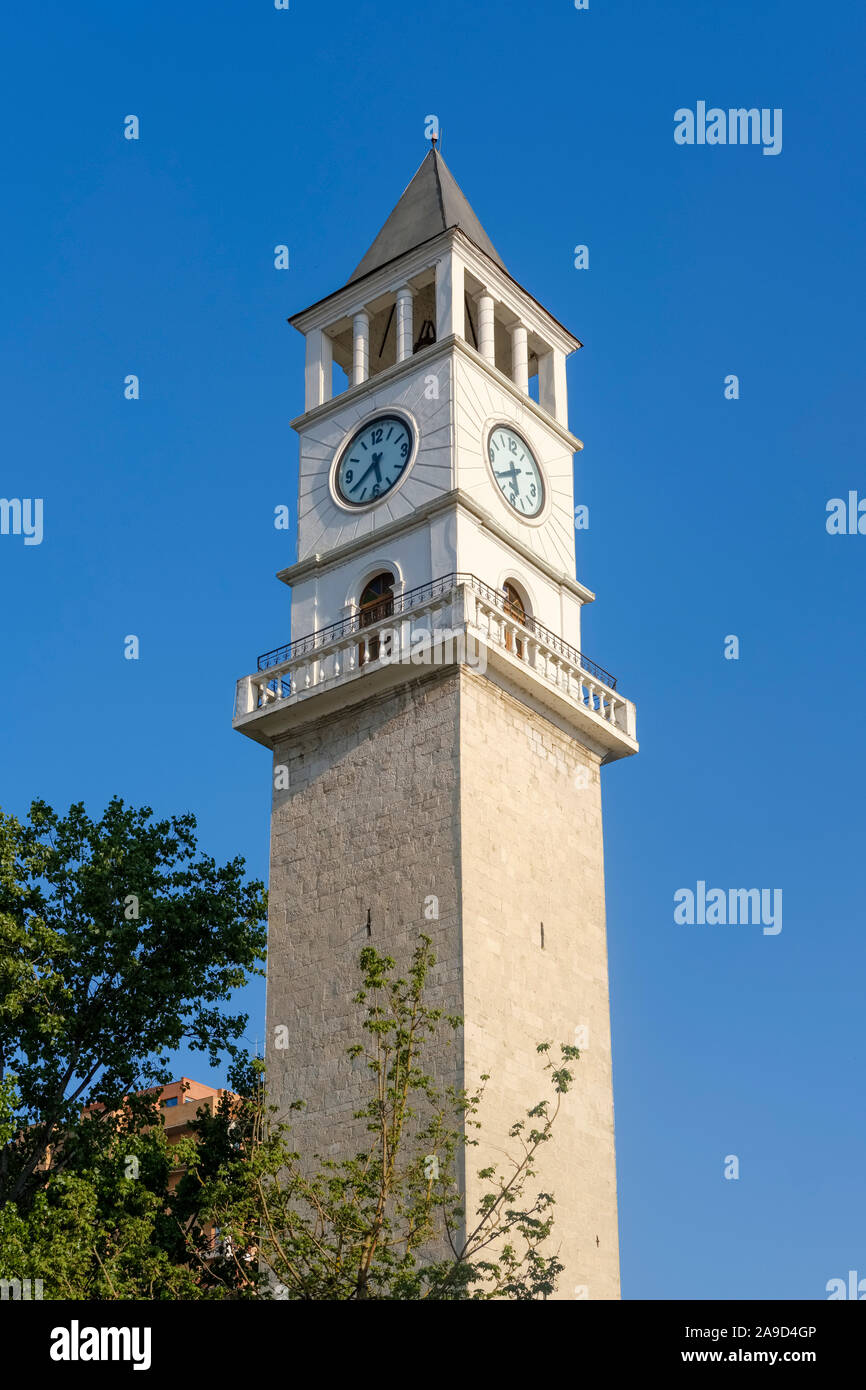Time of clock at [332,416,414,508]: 5:38
